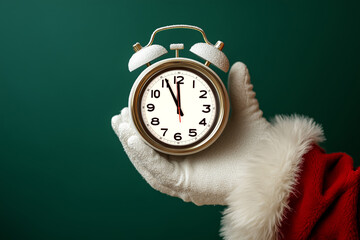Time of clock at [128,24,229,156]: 11:55
